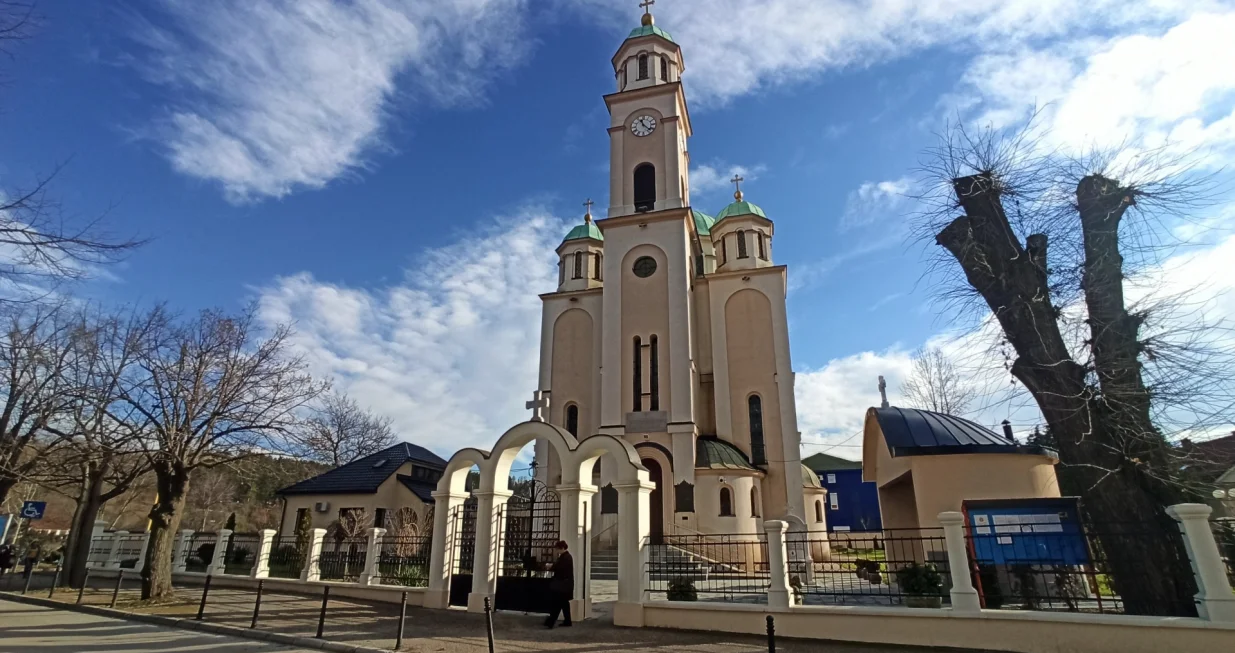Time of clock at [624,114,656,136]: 11:22
